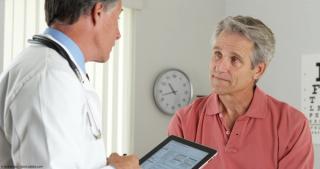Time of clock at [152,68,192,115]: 10:42
